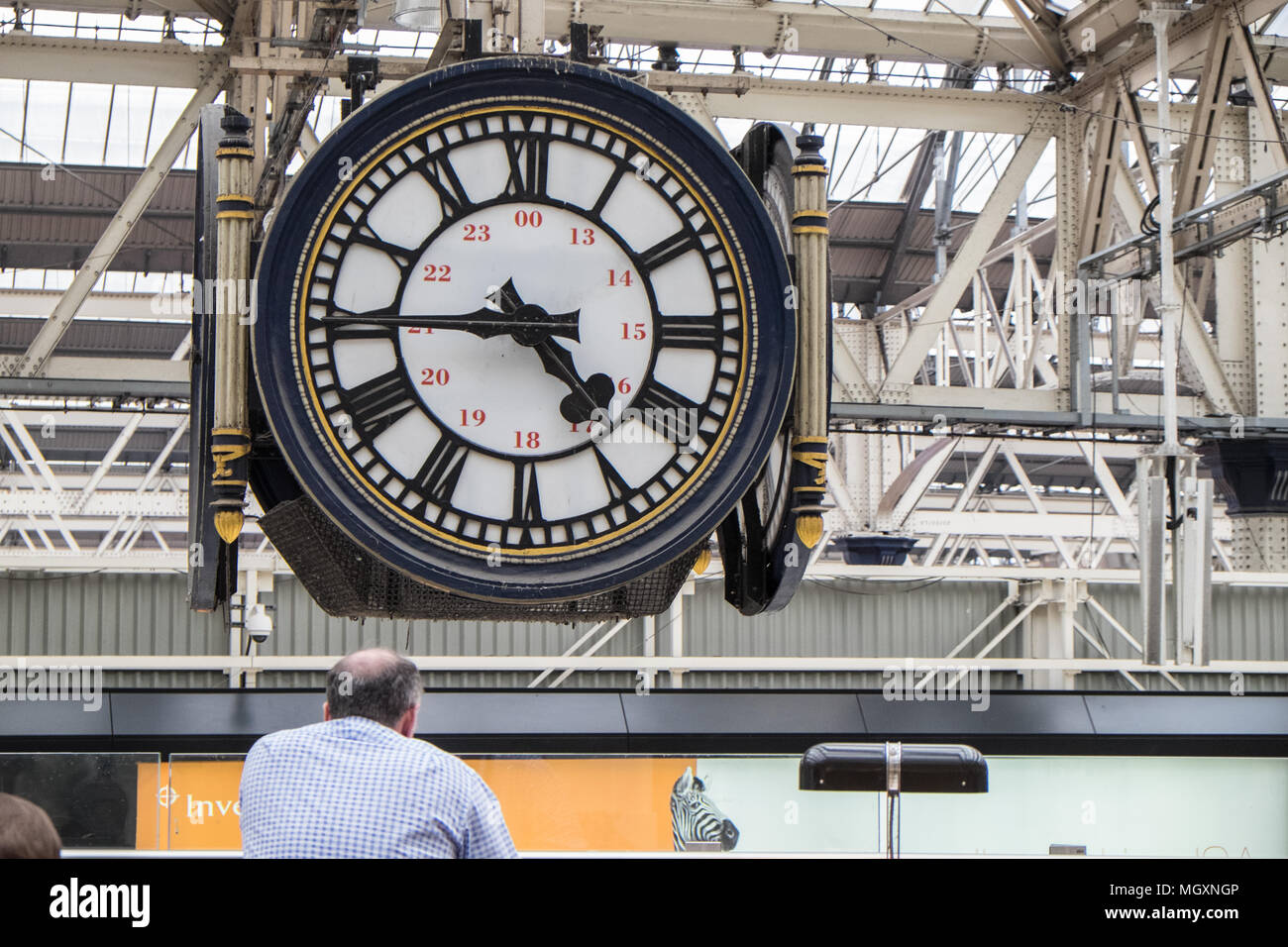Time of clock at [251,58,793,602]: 4:44
